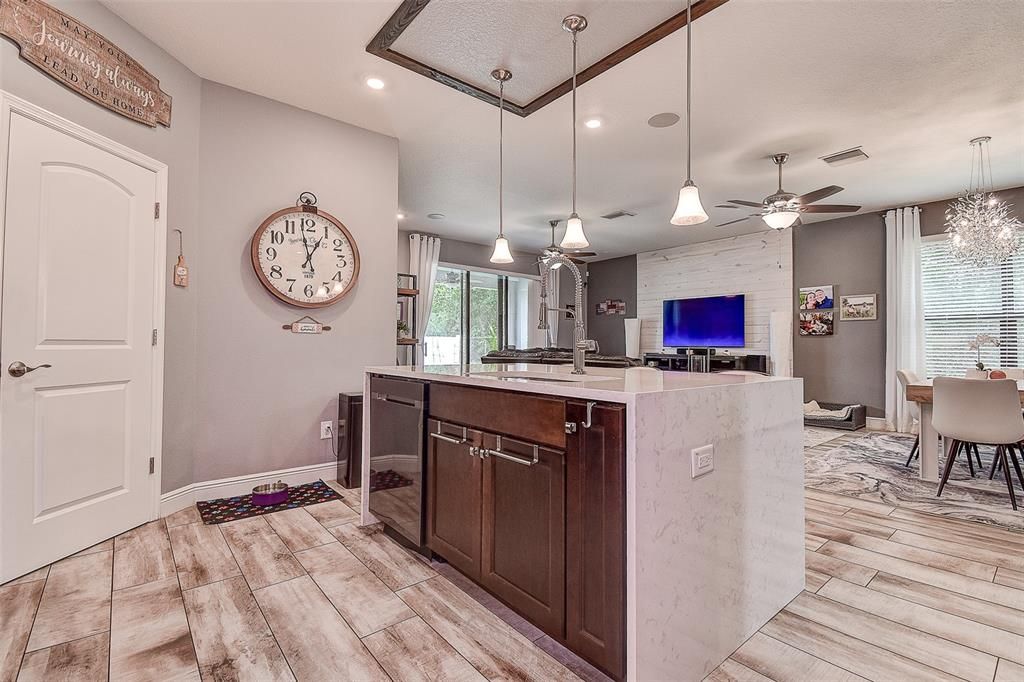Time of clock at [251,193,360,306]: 12:58
